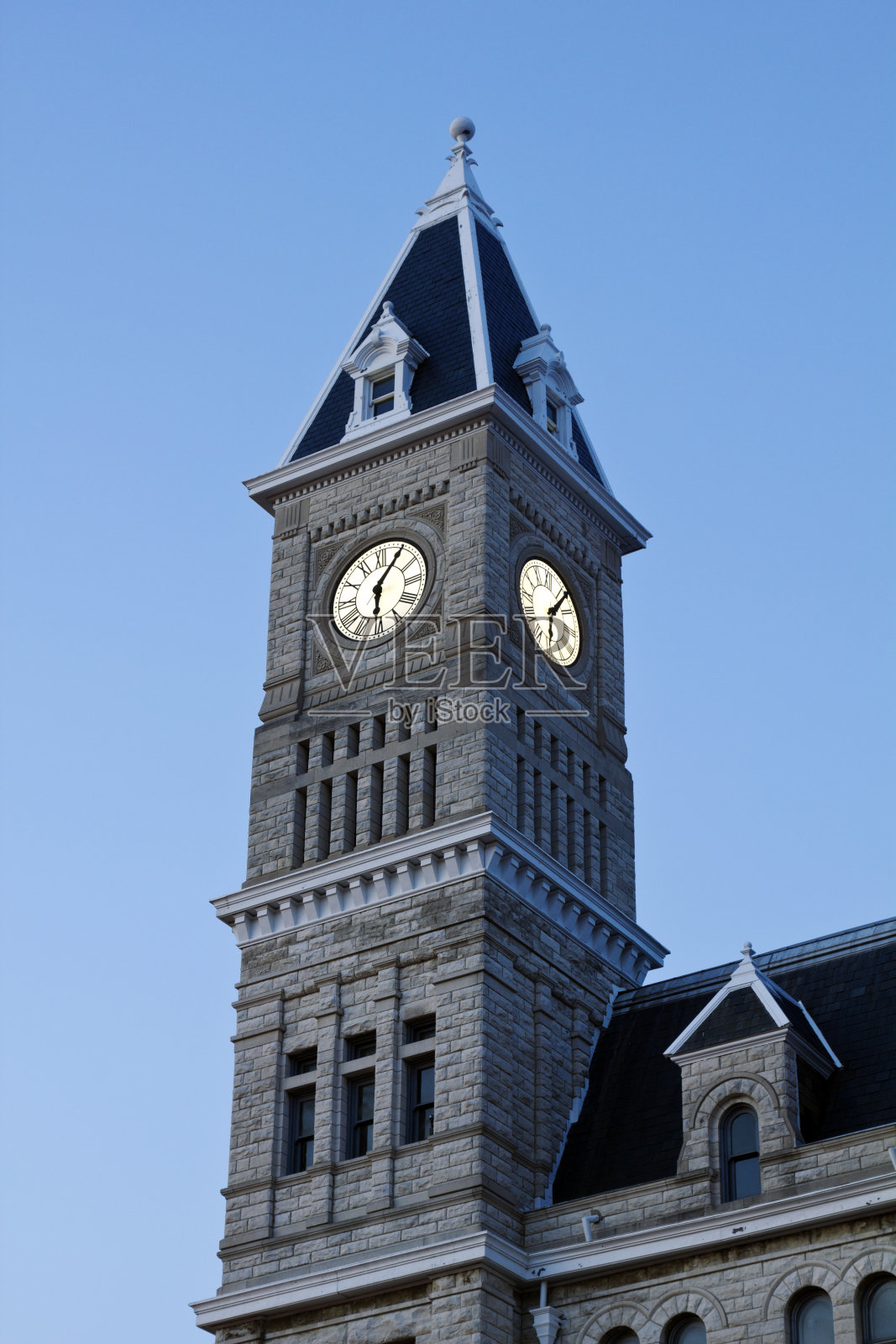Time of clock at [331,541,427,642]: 6:05
